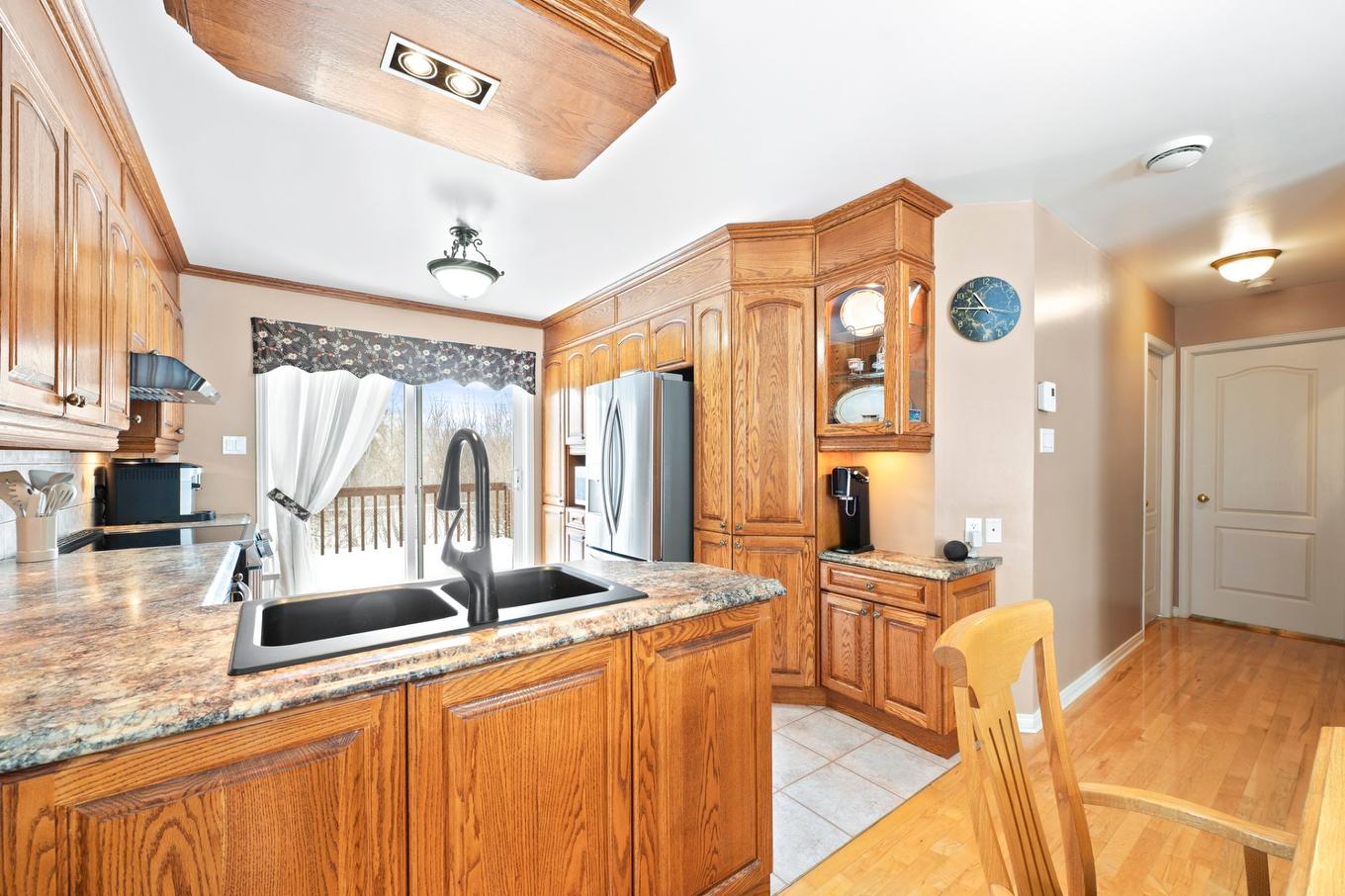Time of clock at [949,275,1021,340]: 10:45
